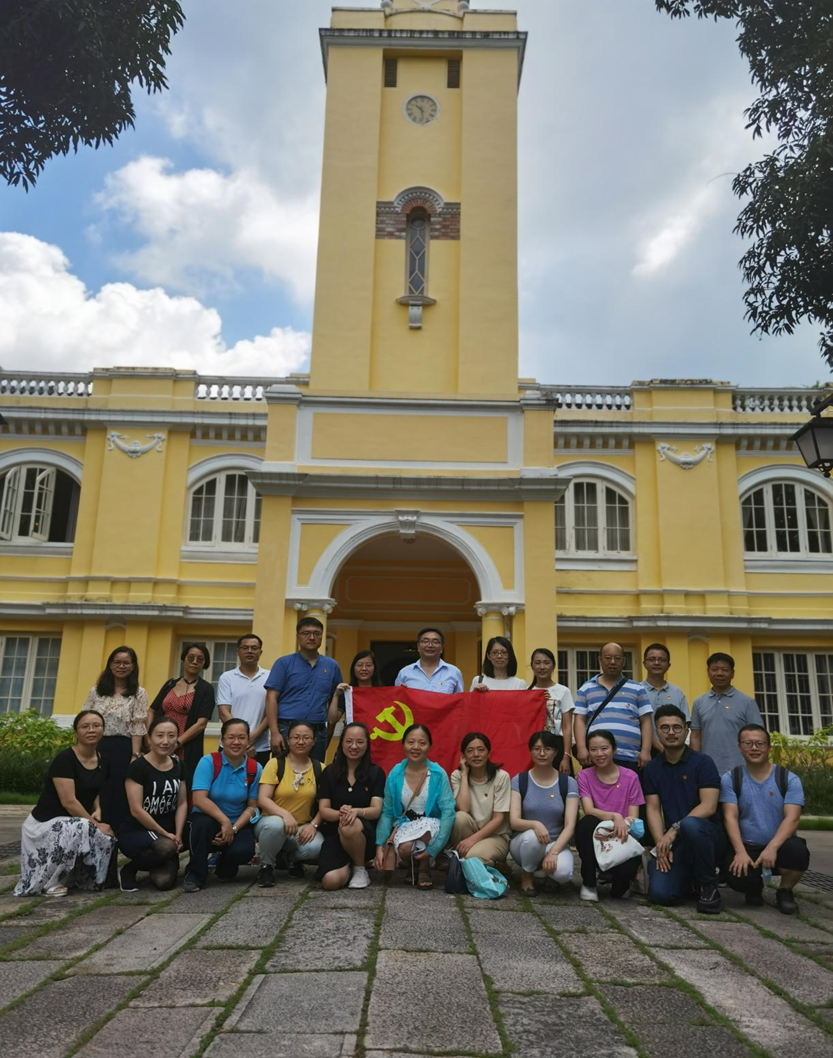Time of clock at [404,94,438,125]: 10:28
